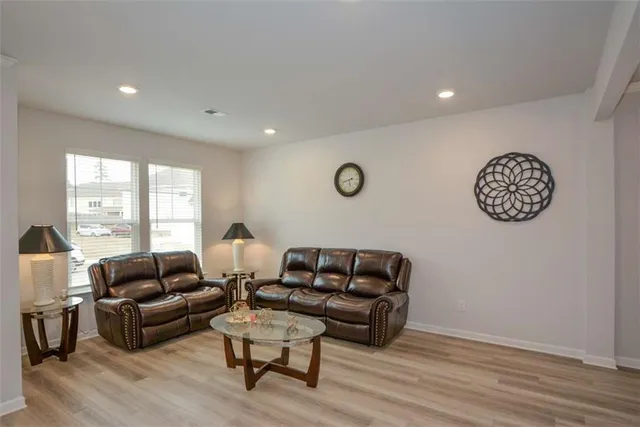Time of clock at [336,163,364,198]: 5:42
